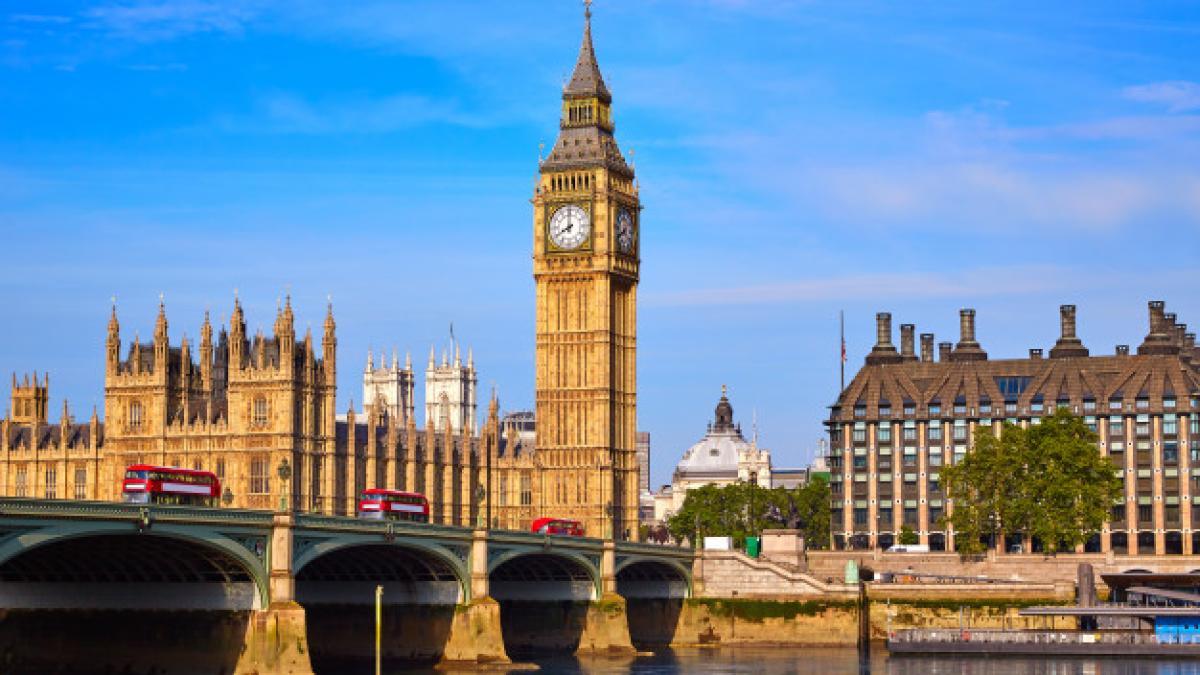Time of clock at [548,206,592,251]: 7:59
